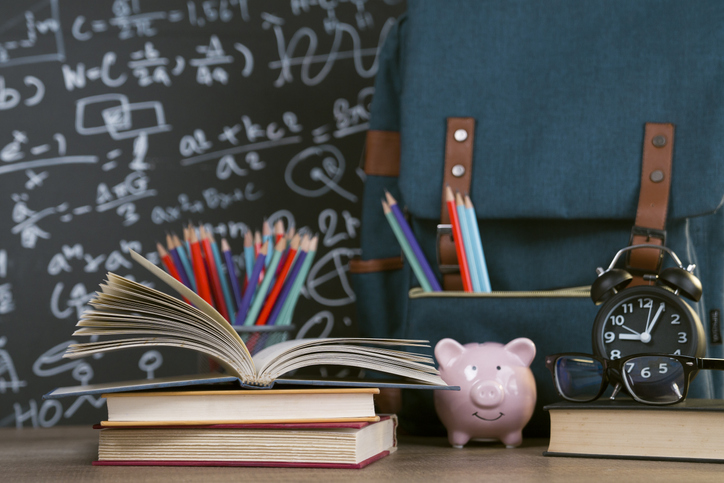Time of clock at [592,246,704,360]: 9:05
